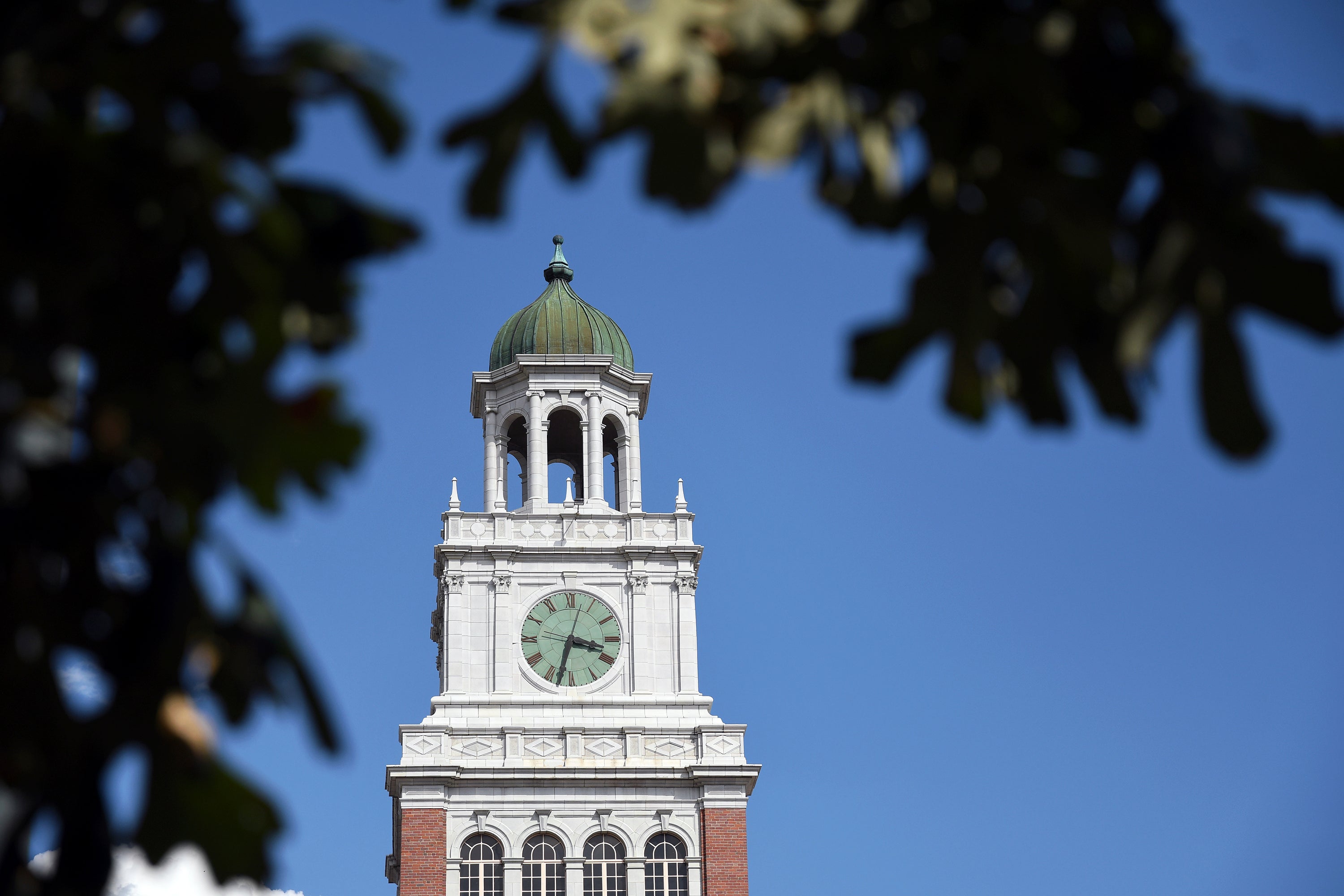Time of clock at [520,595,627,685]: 3:32
